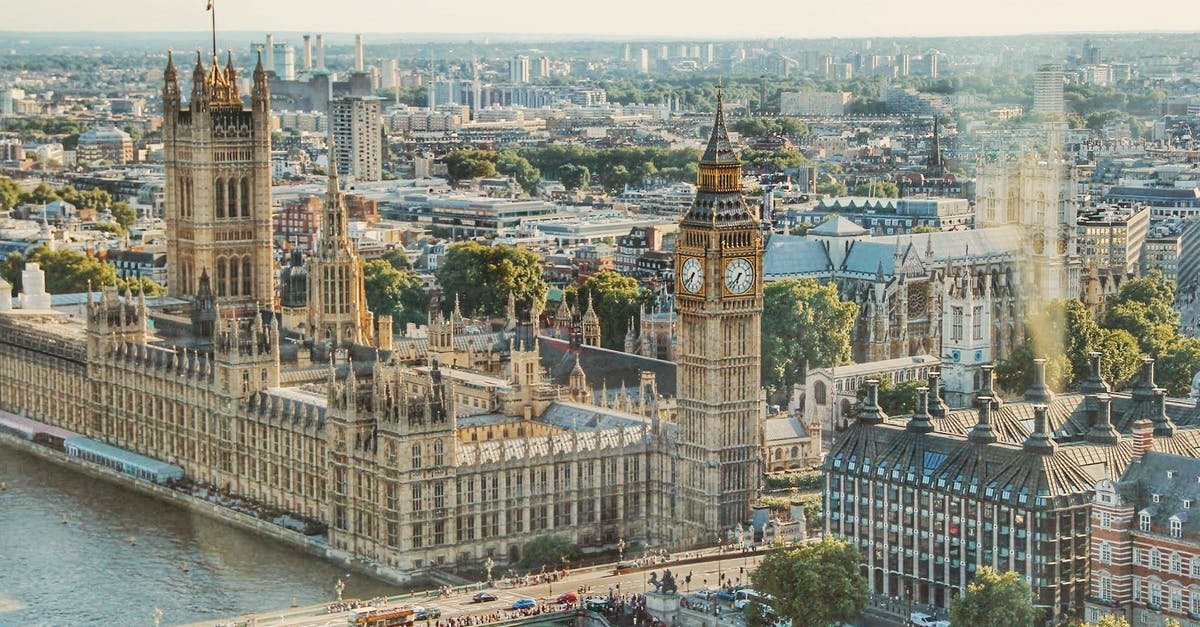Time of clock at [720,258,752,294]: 6:37
